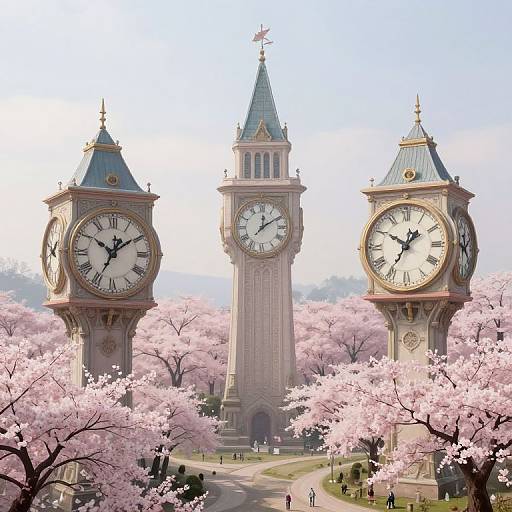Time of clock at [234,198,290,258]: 12:09
